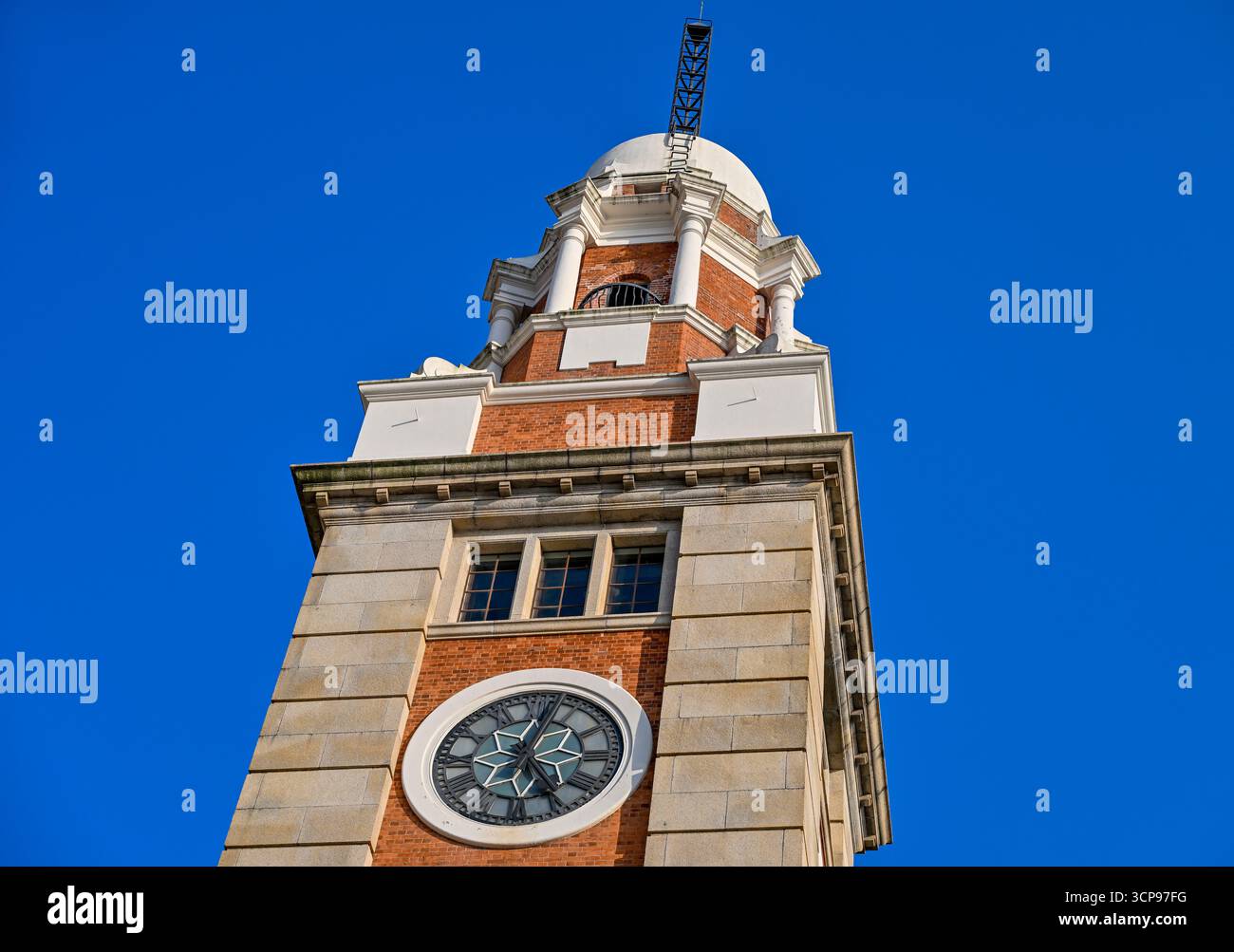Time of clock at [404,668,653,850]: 5:03
